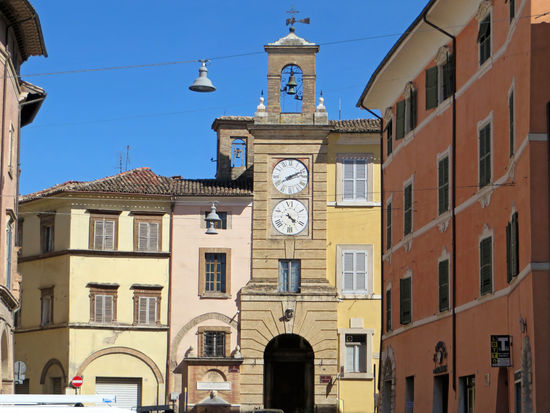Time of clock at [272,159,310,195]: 2:11
